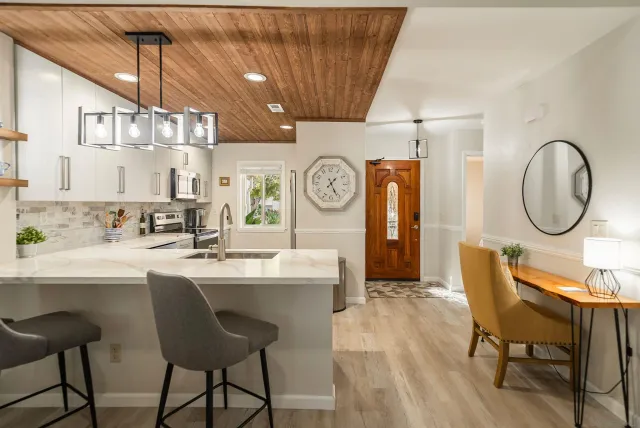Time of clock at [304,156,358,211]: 1:26
